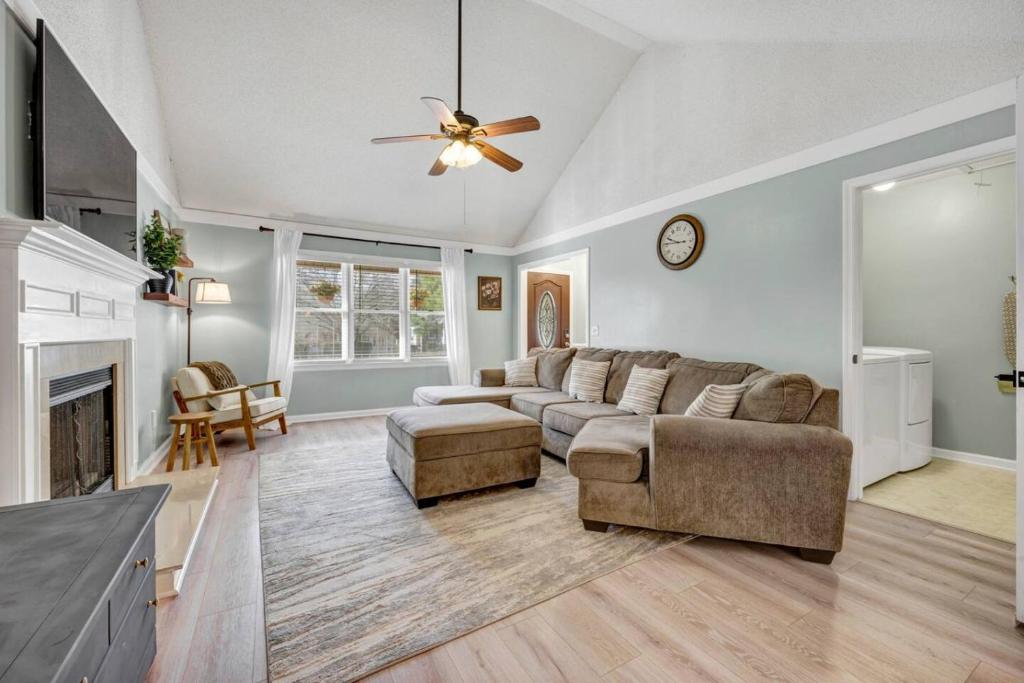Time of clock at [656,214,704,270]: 9:45
